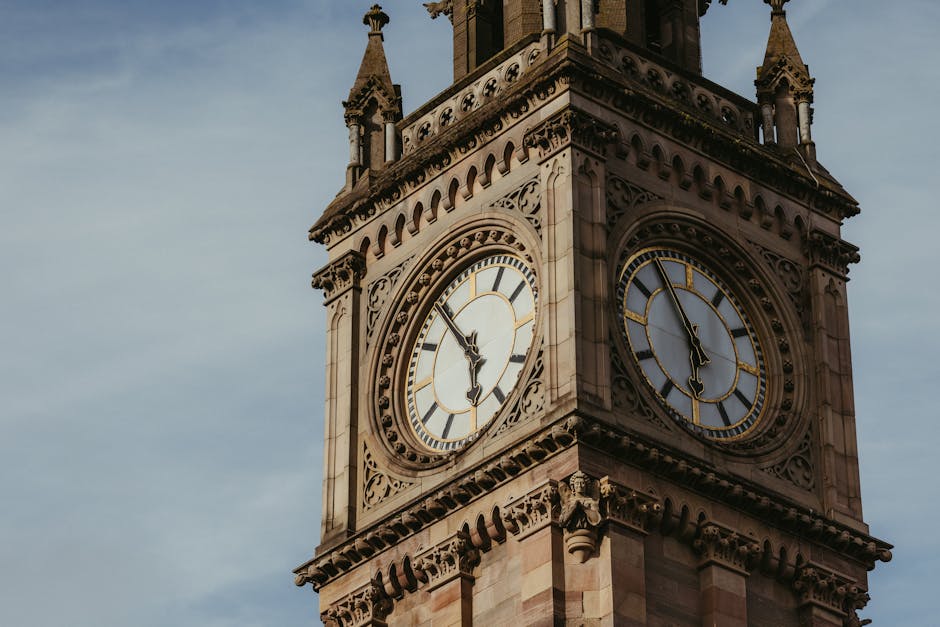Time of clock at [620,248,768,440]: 5:54
